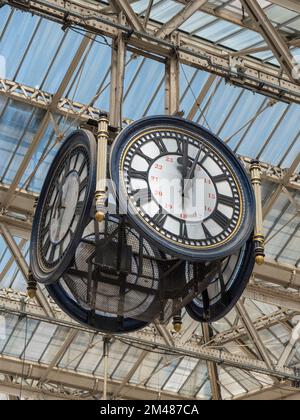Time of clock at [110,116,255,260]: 12:30
